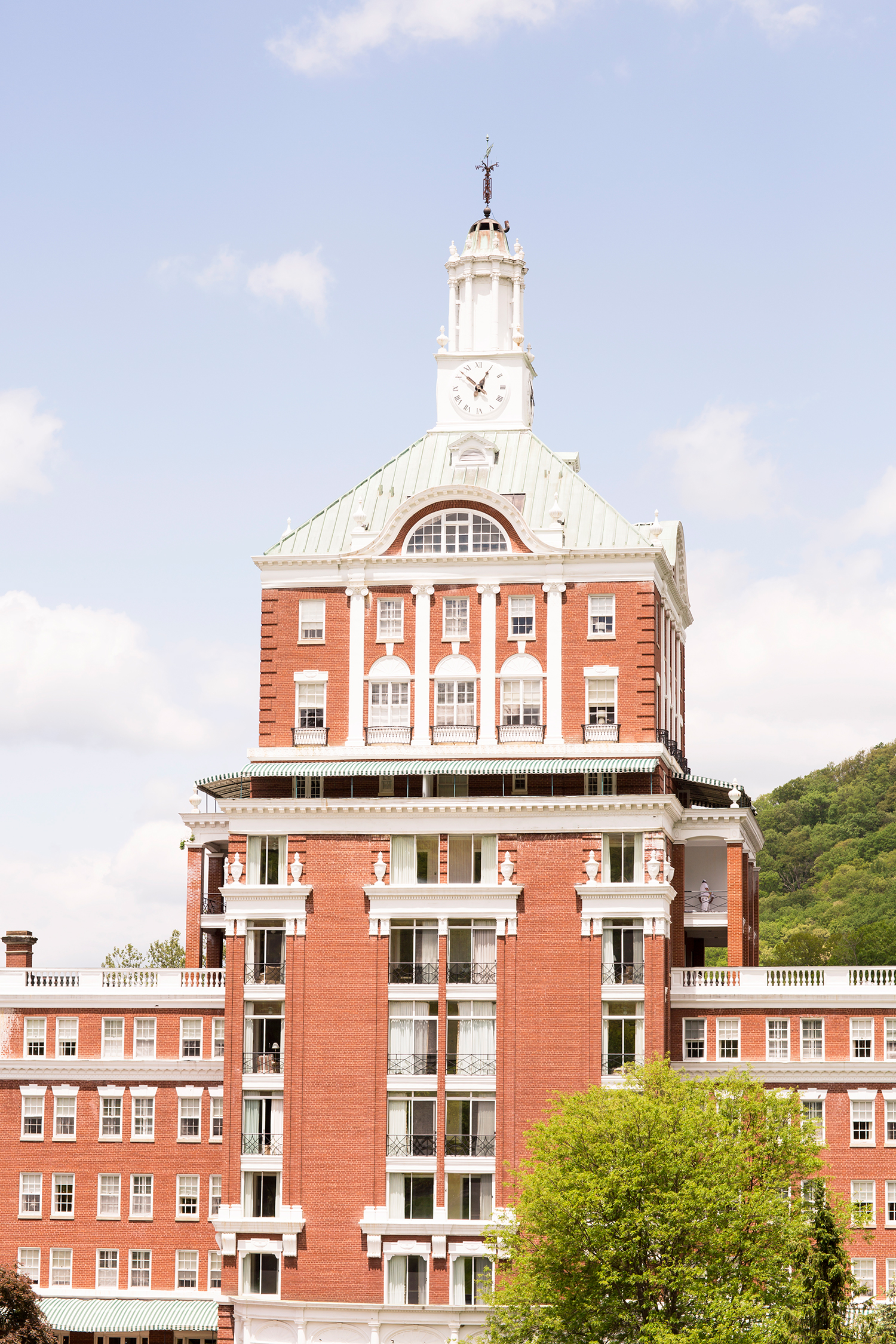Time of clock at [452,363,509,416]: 12:52
